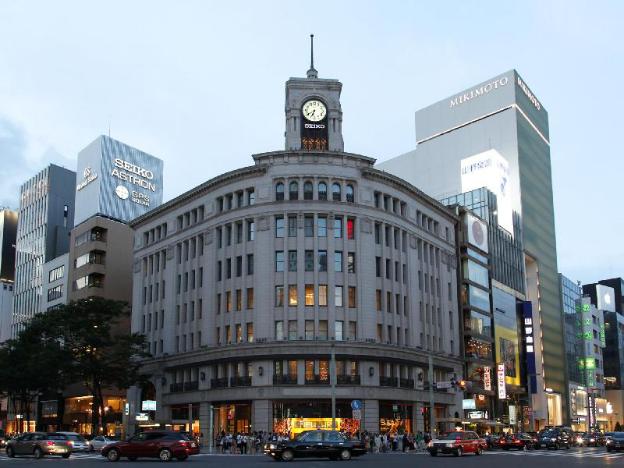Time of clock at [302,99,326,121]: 6:39
